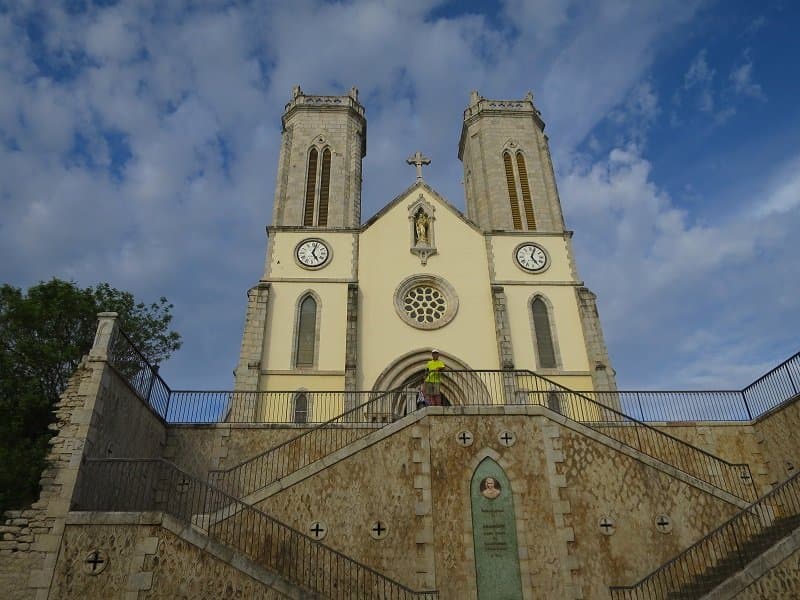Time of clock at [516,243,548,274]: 5:03
